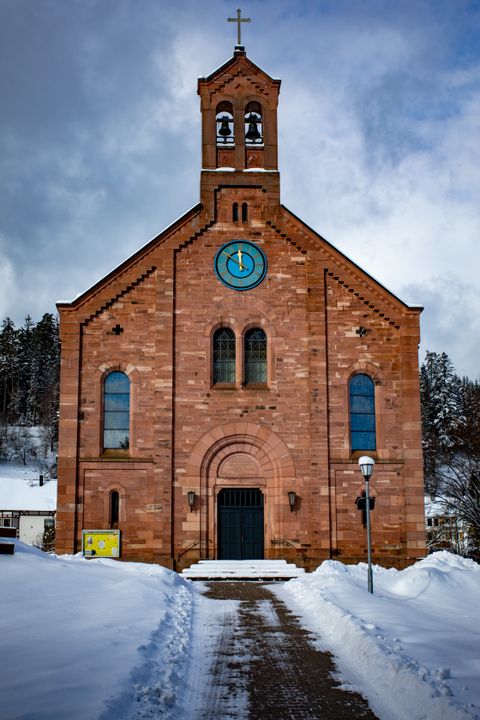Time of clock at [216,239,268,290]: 11:50
